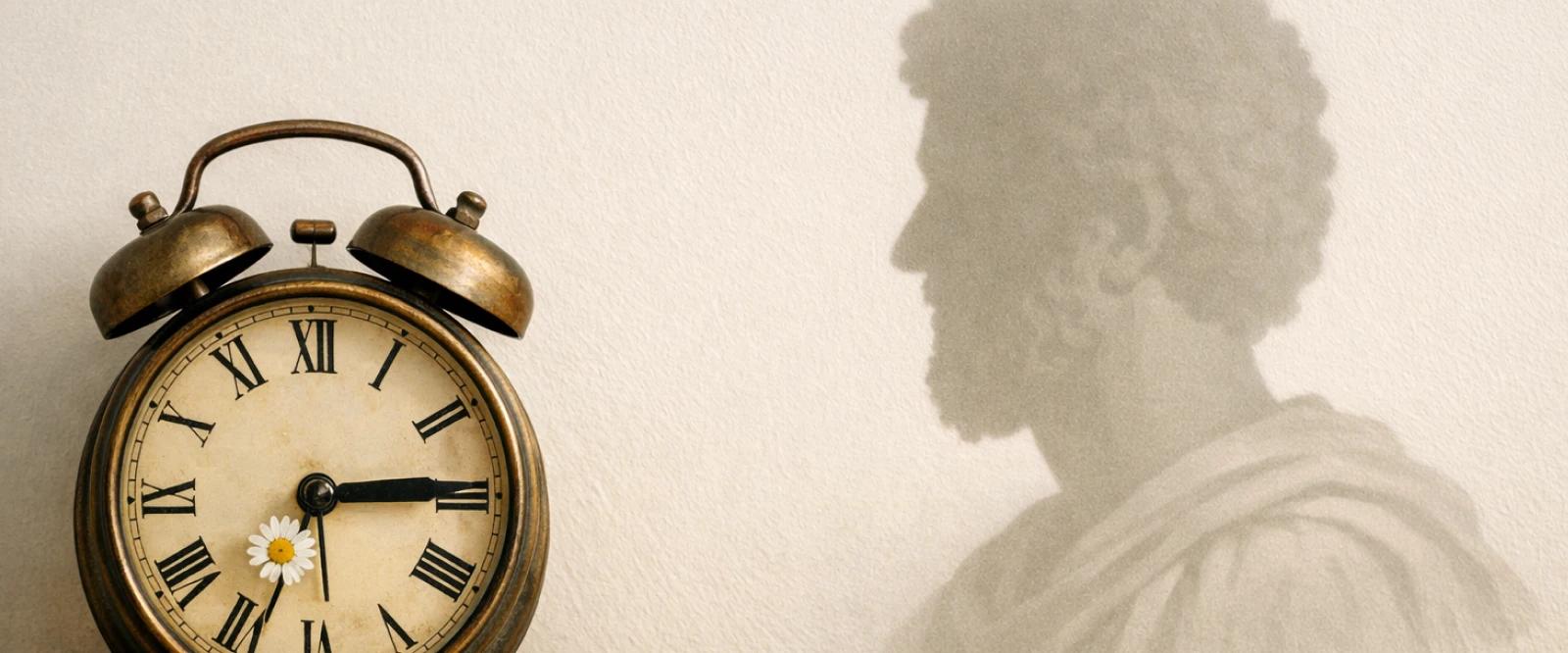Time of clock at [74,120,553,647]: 7:14
